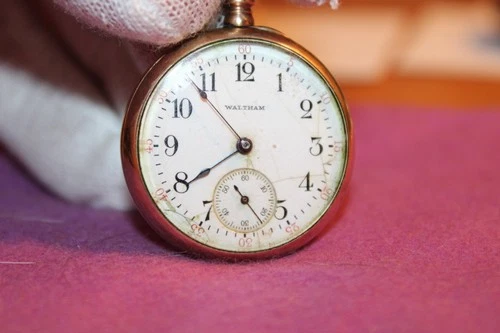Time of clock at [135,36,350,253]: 7:53
